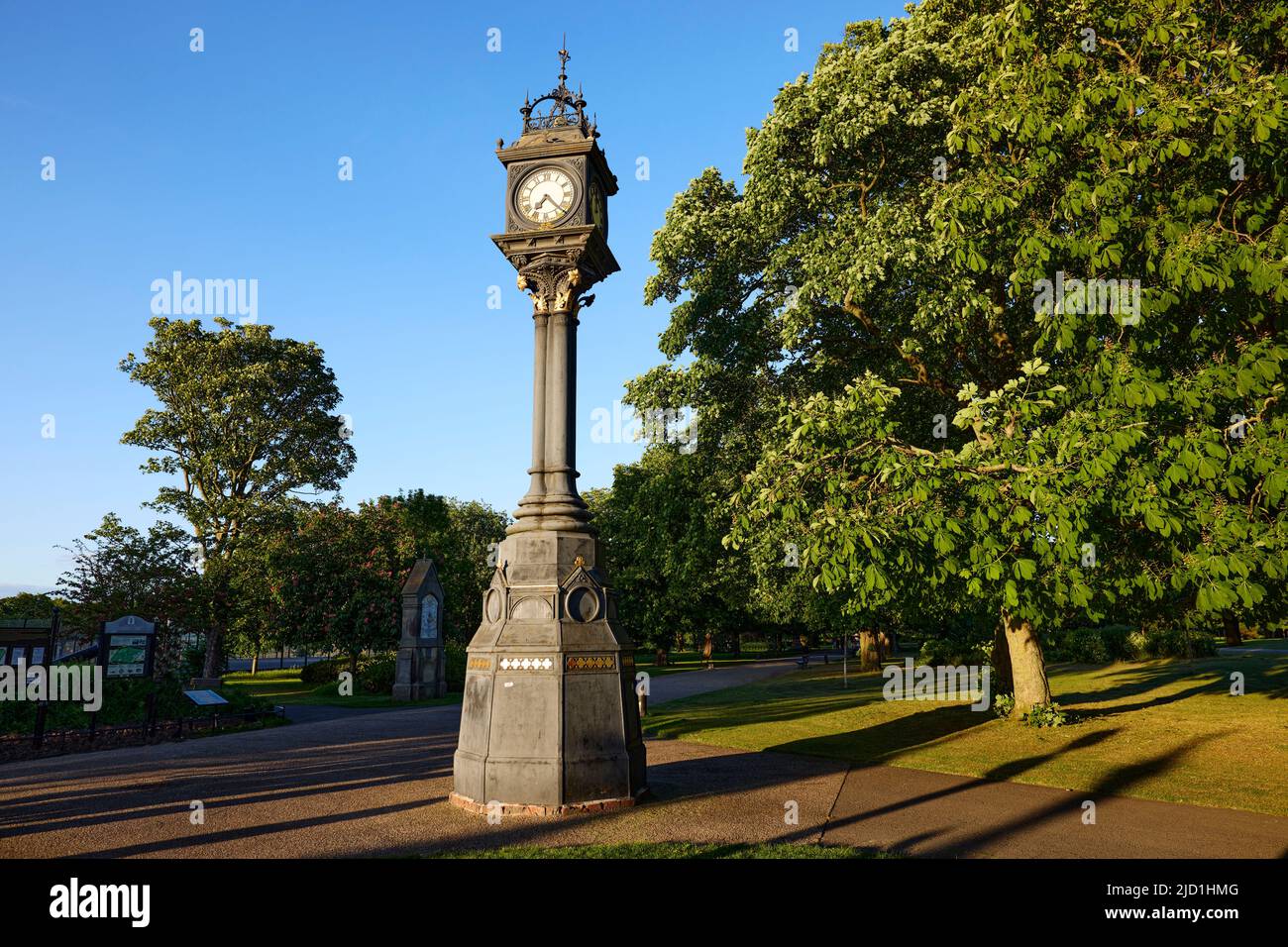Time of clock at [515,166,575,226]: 7:22
